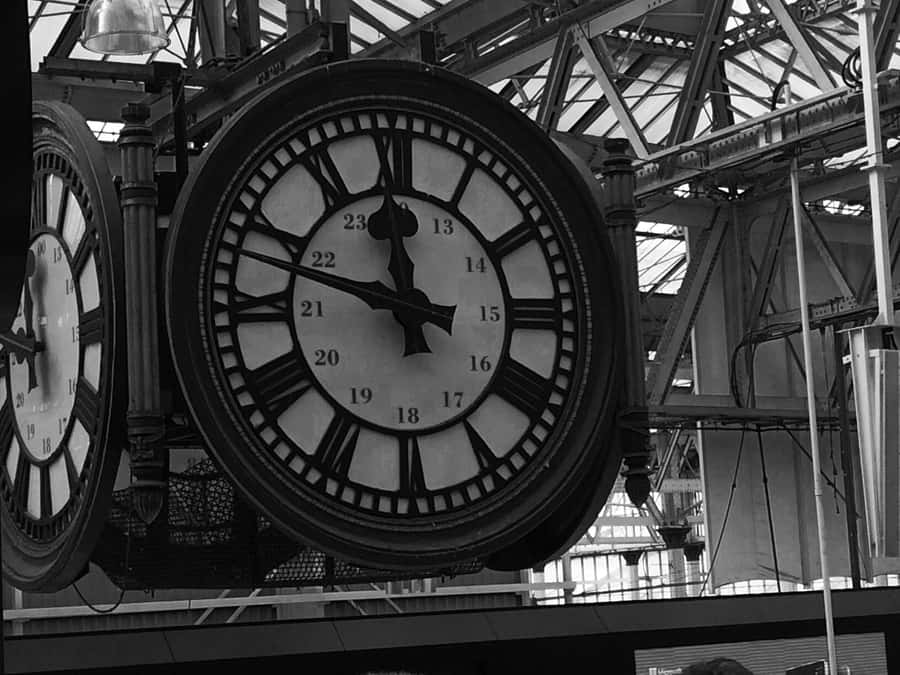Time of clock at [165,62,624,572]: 11:47
